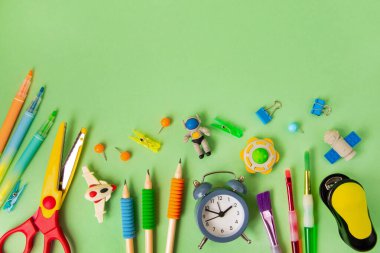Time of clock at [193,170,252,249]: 1:48
